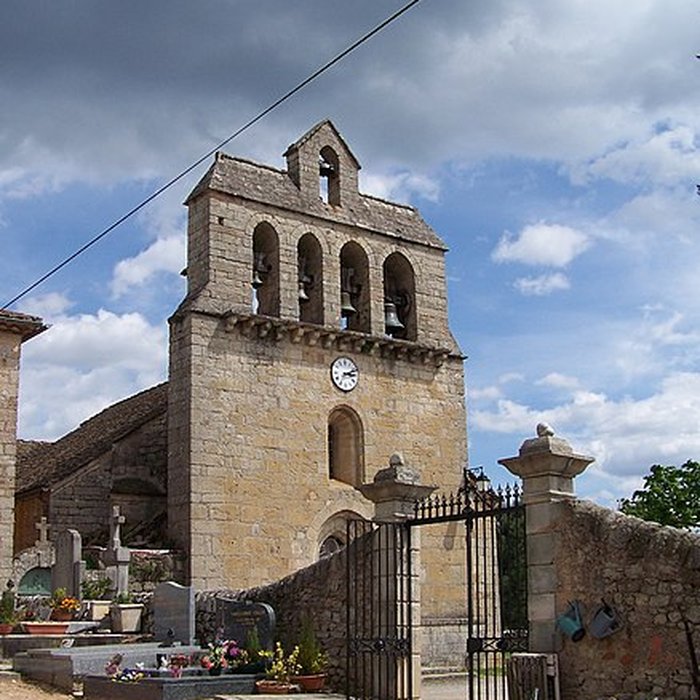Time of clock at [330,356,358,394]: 3:11
